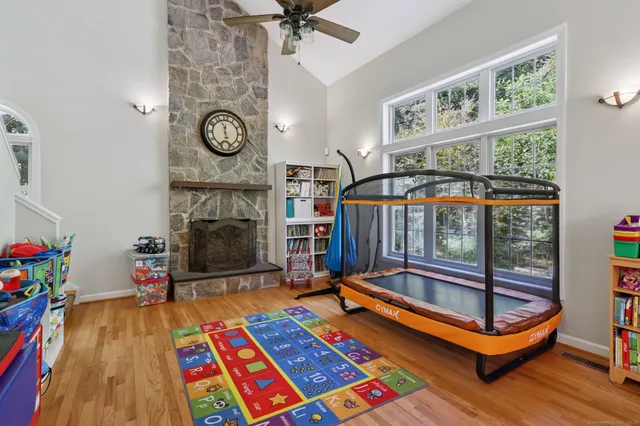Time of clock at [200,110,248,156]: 11:56
